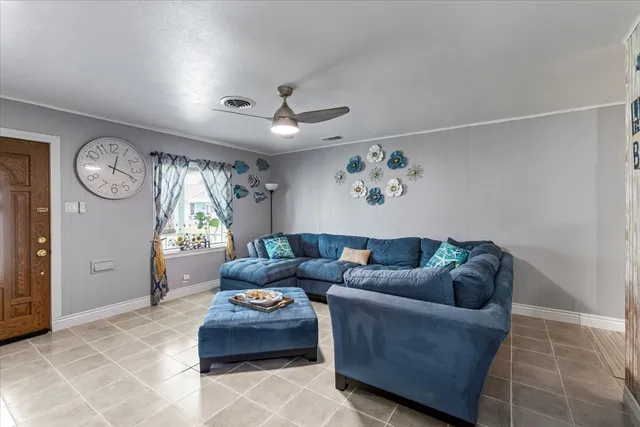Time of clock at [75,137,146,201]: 12:18
